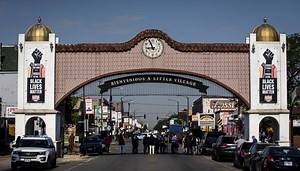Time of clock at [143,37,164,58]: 8:56
